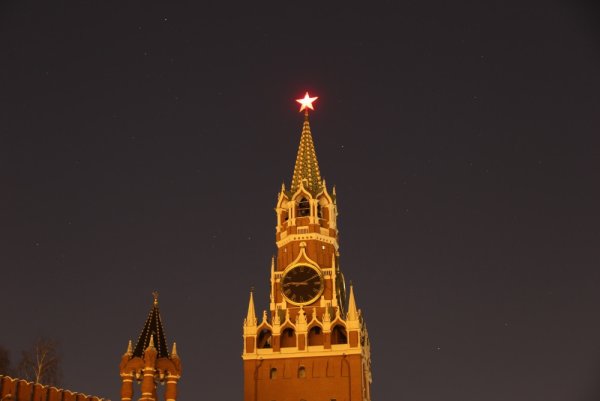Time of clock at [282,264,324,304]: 9:10
